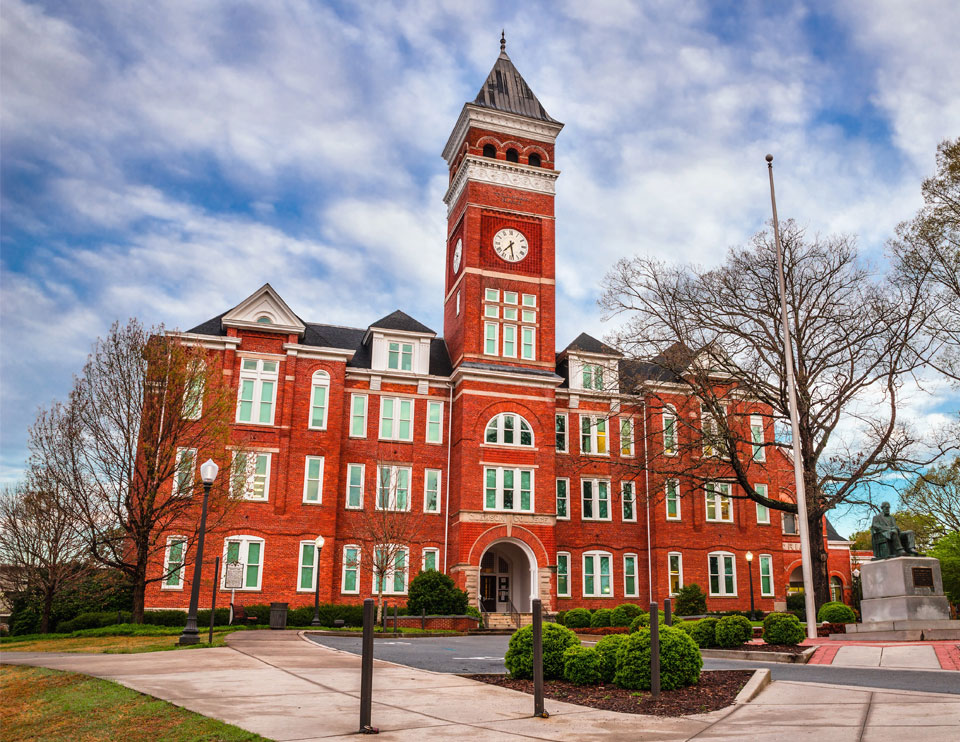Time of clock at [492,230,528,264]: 7:28
